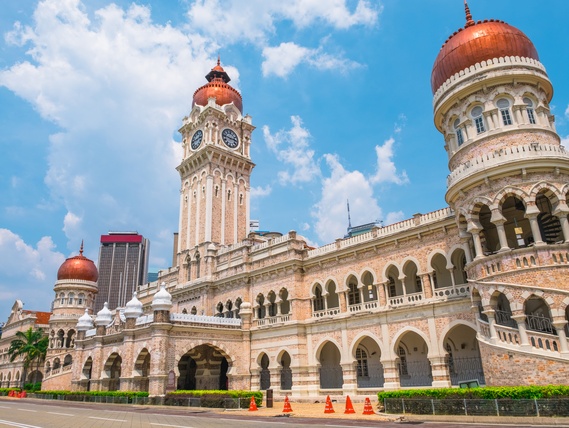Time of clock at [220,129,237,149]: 2:46
